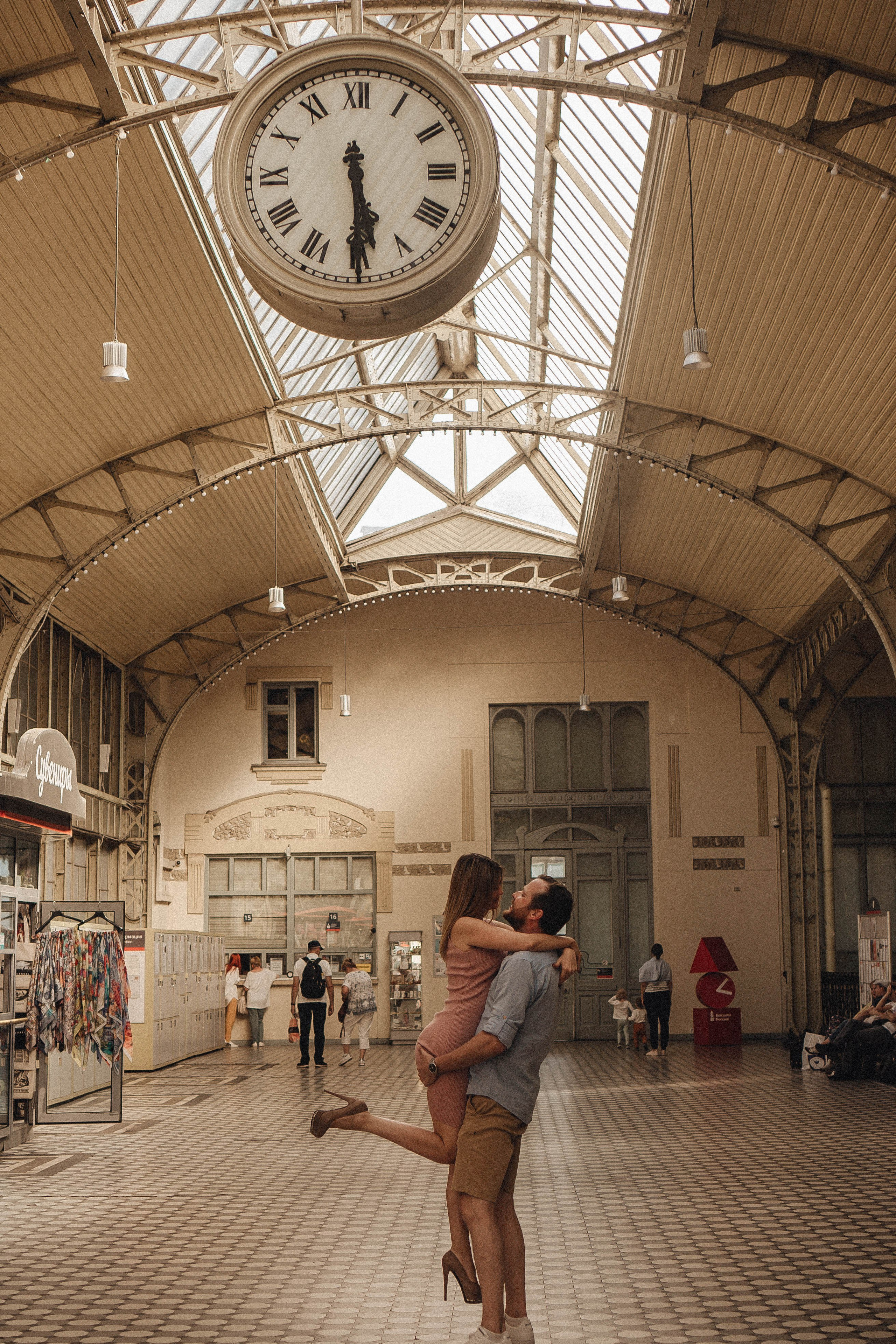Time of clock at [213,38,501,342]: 5:29
